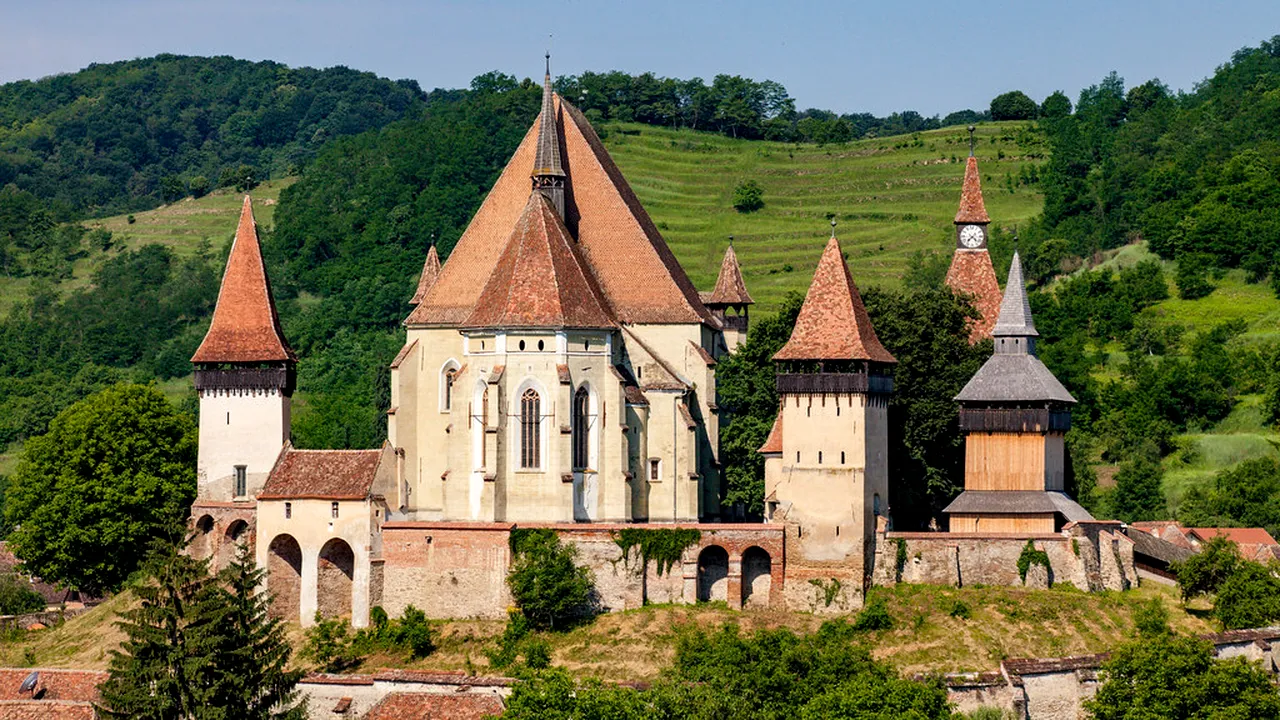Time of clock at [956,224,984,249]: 7:22
